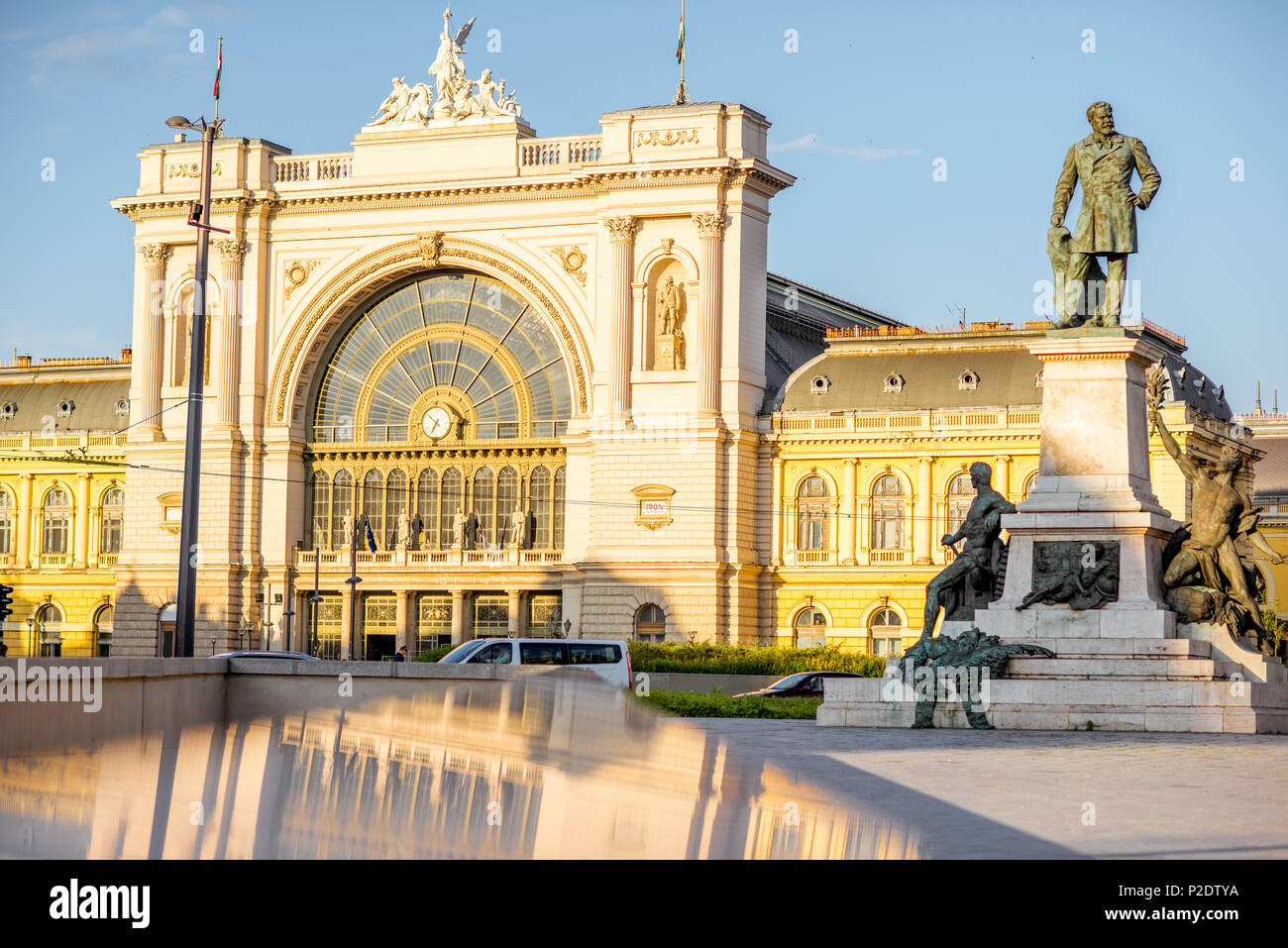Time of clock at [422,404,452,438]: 6:52
